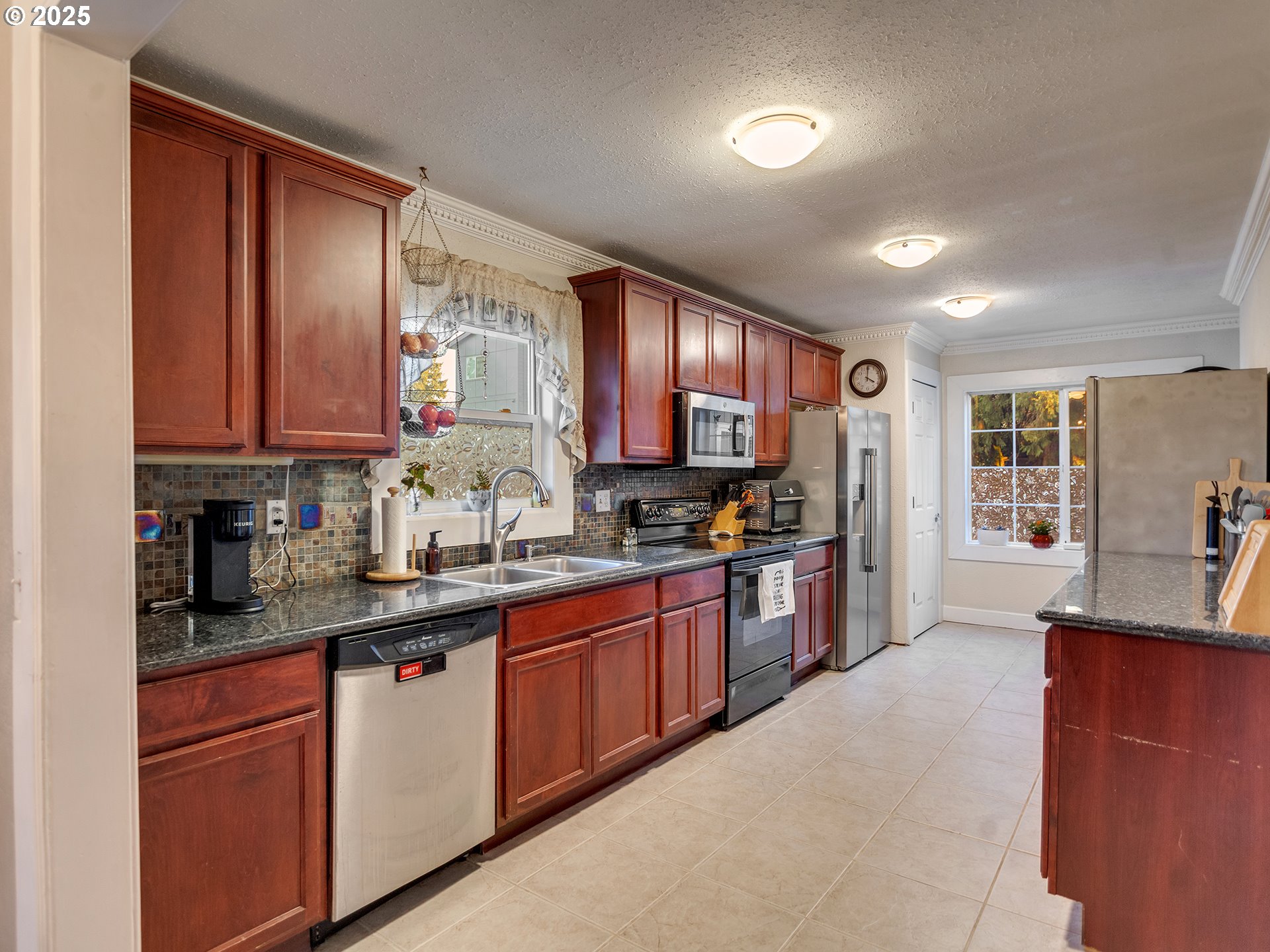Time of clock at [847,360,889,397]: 4:00
